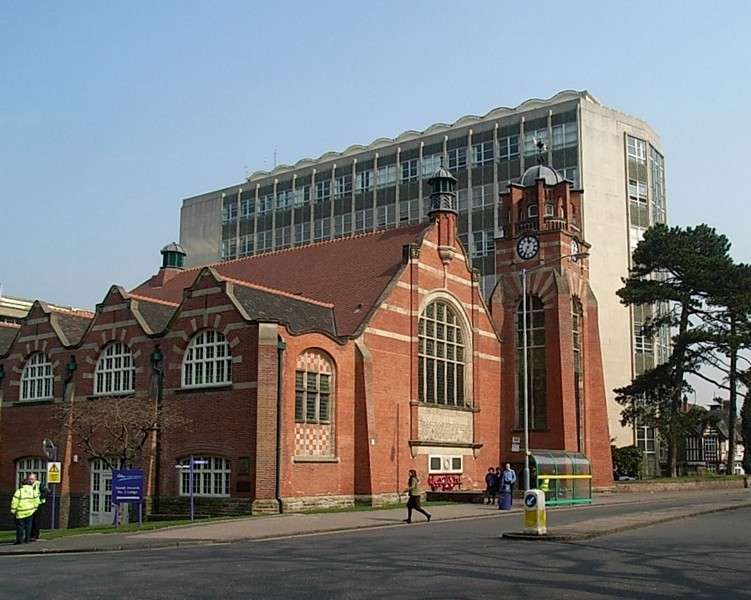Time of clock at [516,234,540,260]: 12:34
